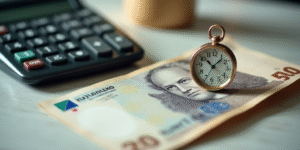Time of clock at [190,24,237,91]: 10:07
